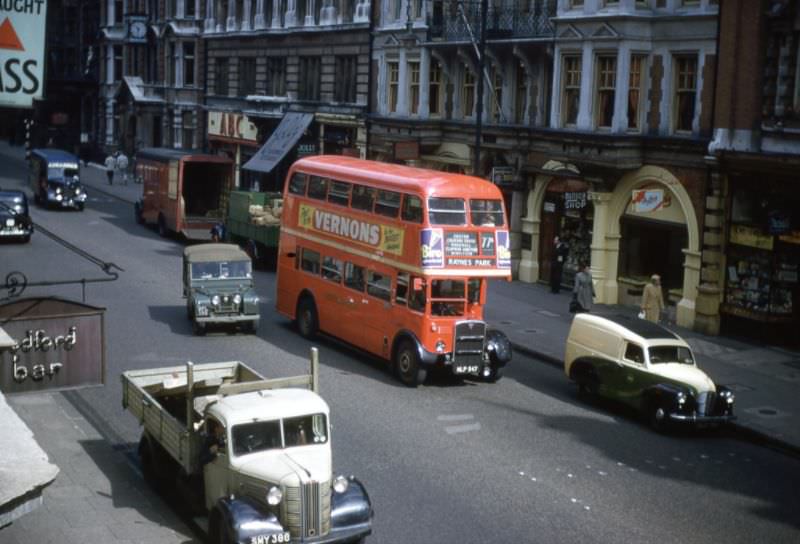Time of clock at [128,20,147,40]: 10:32
